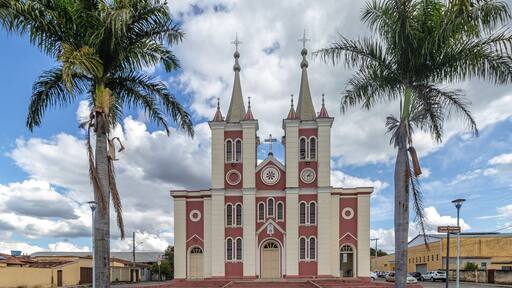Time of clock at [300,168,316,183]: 3:06
